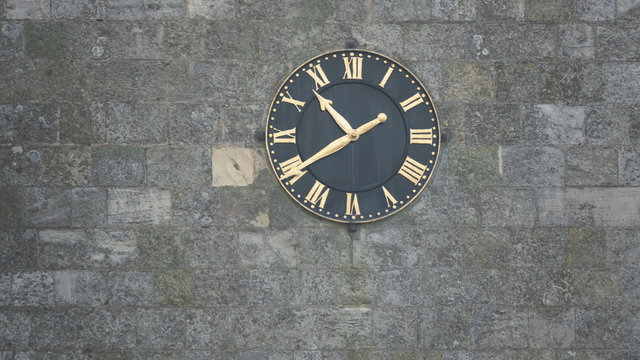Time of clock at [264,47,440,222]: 10:39
